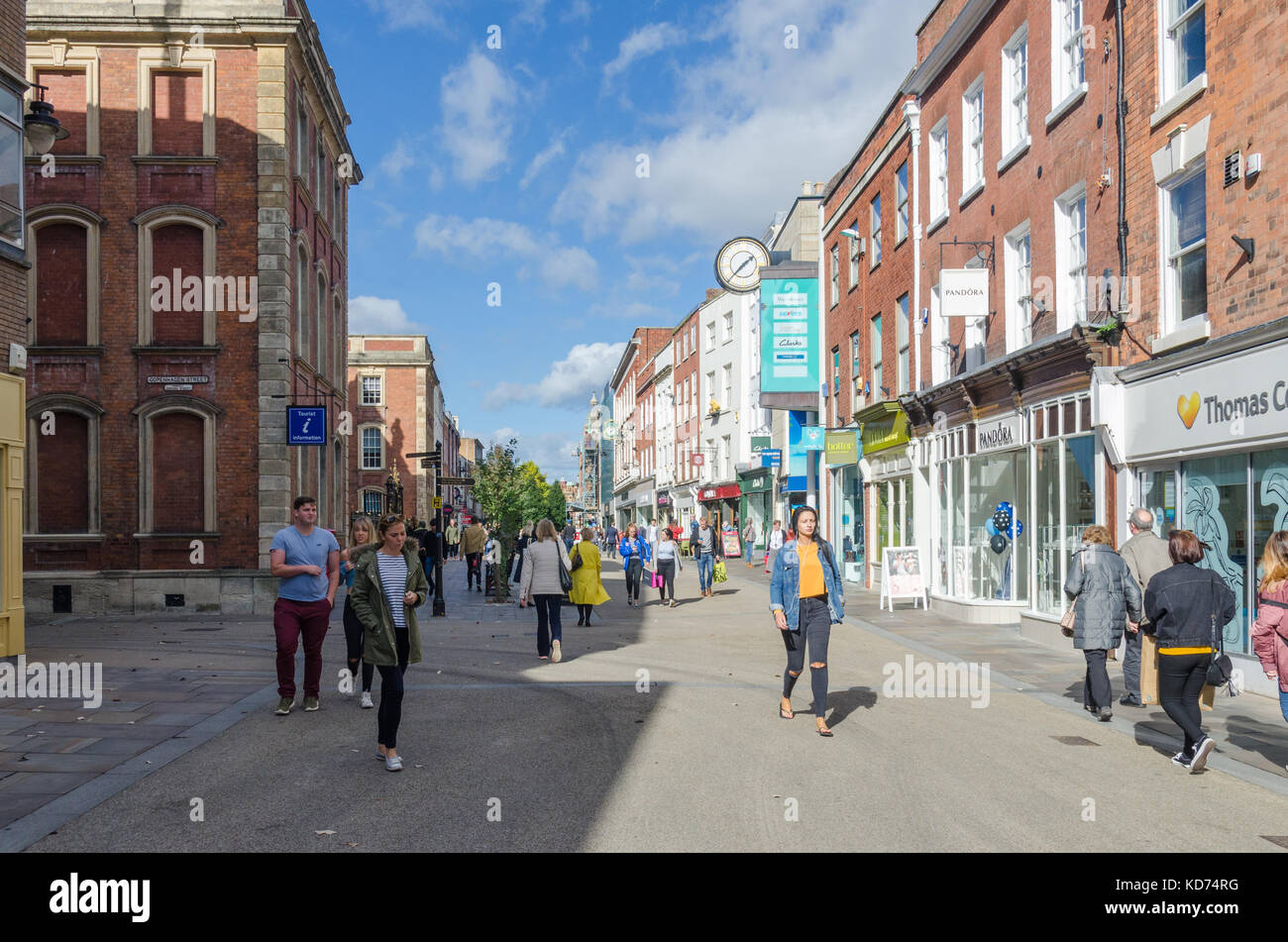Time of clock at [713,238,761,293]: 1:37
